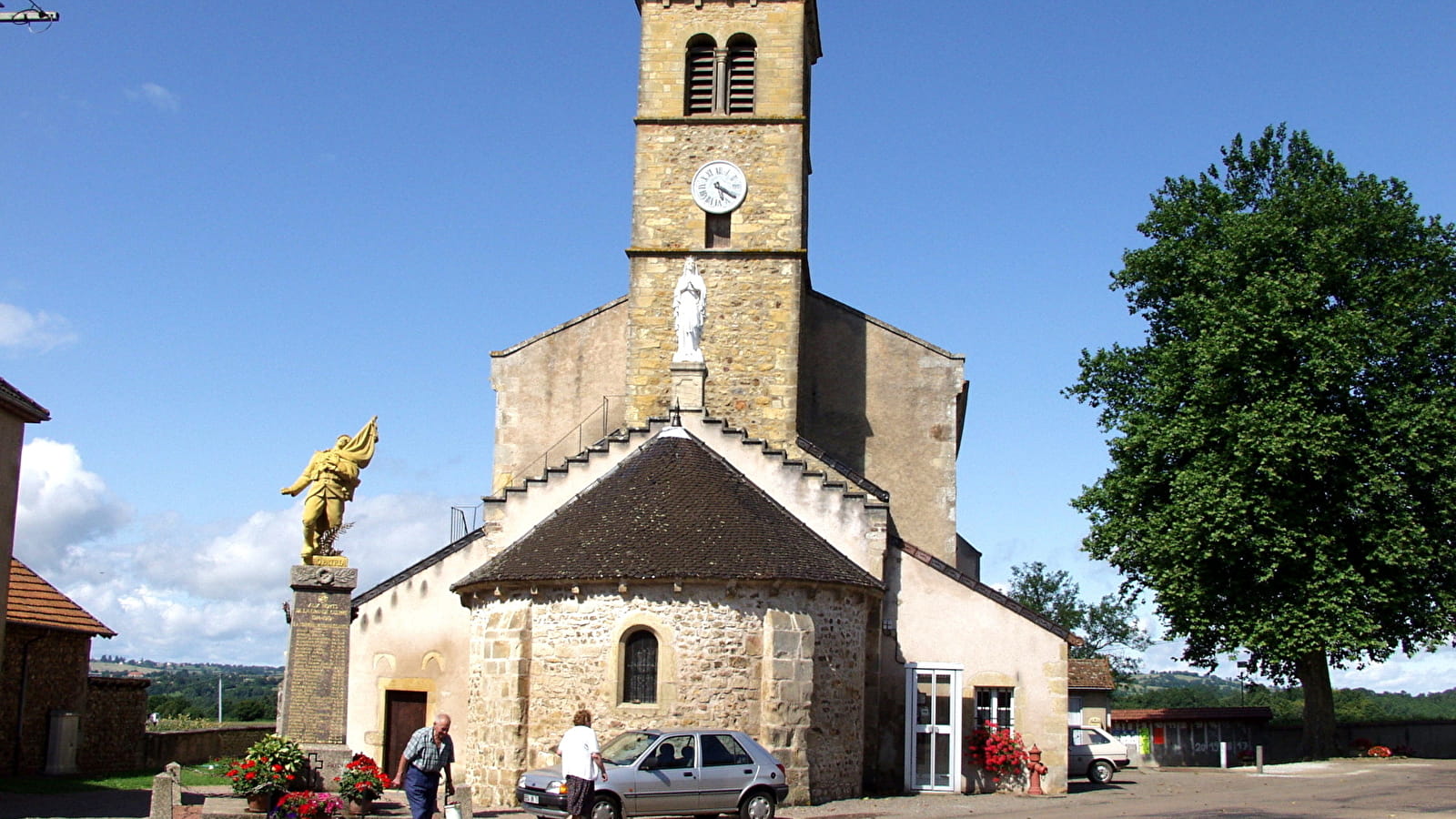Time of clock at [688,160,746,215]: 5:20
